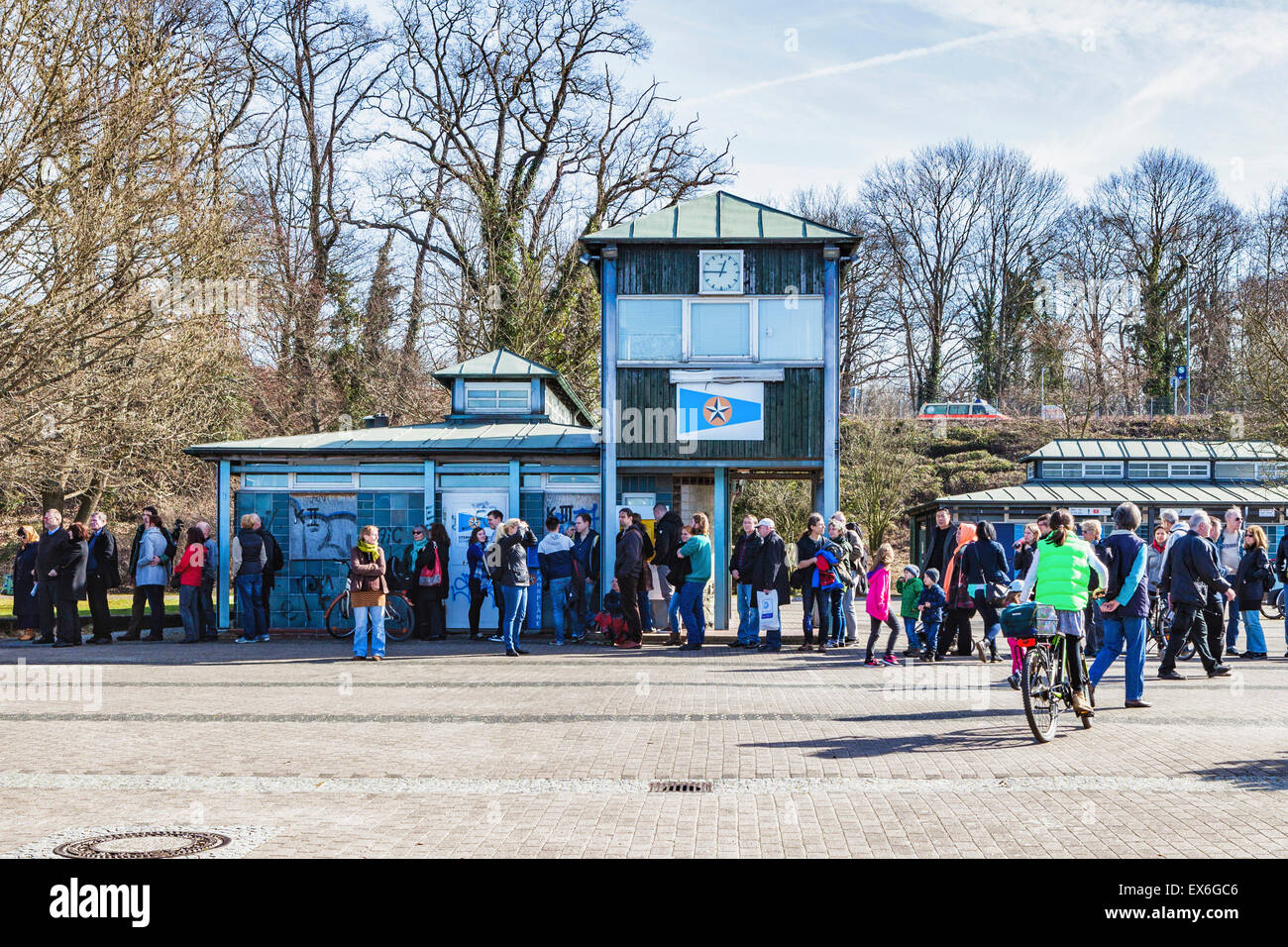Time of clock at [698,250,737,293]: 12:45
